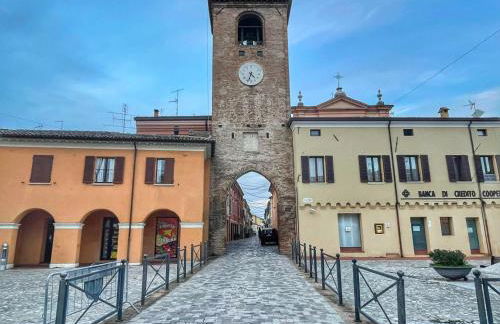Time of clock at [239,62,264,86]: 4:33
